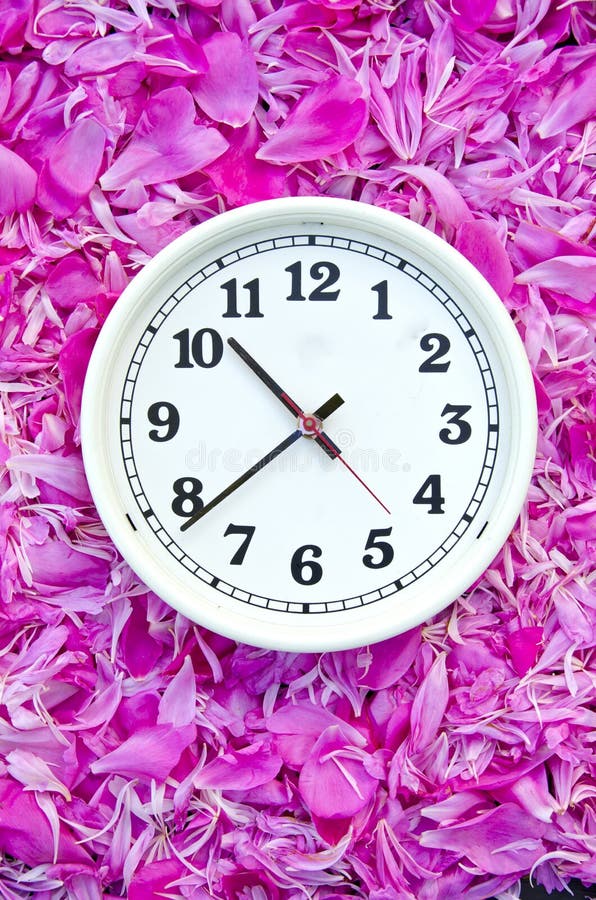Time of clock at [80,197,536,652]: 10:38
